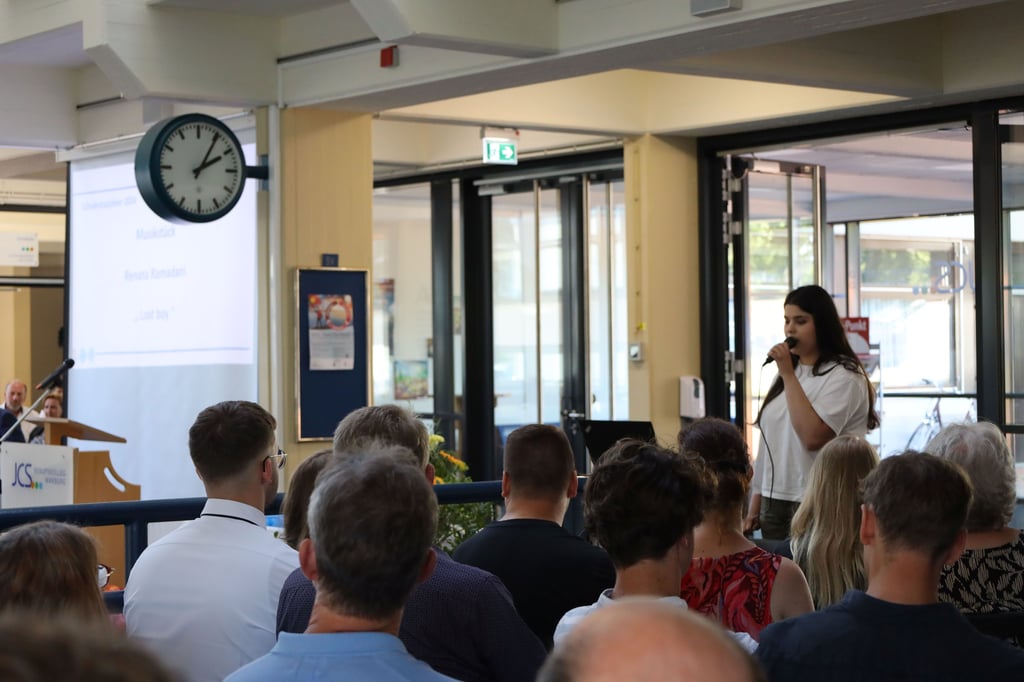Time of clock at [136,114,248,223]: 2:05
